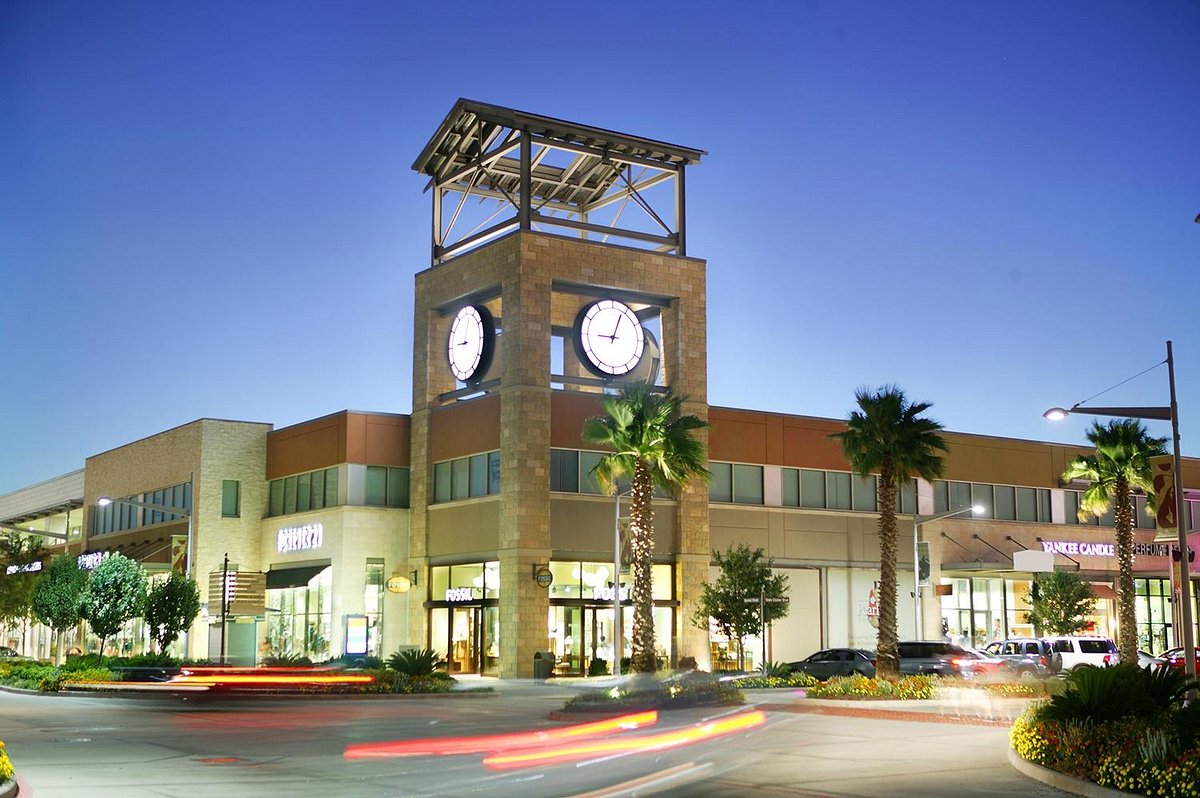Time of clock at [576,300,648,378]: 9:03
